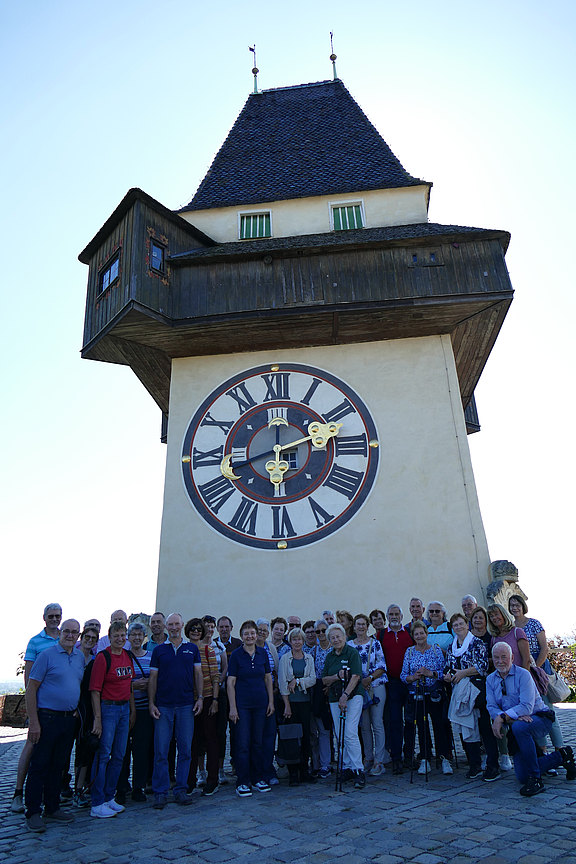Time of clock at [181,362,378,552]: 6:11
